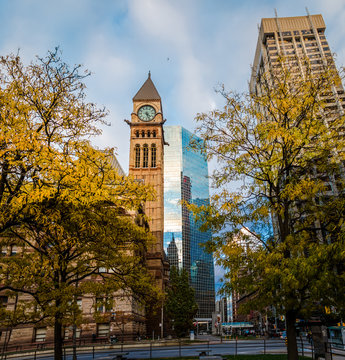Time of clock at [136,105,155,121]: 4:26
